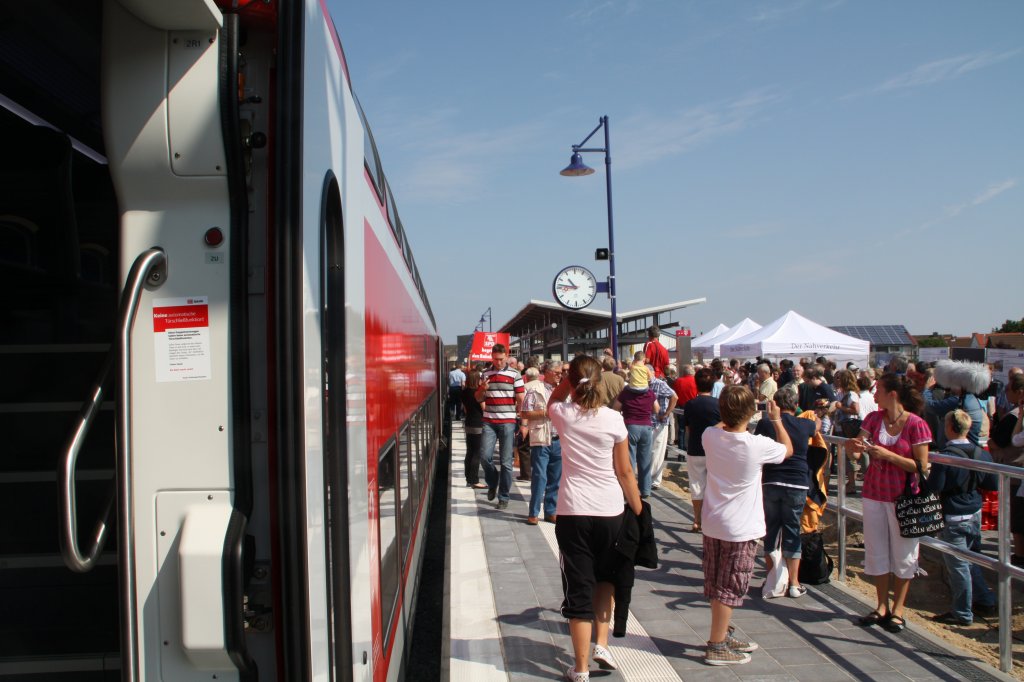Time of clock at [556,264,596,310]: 10:46
